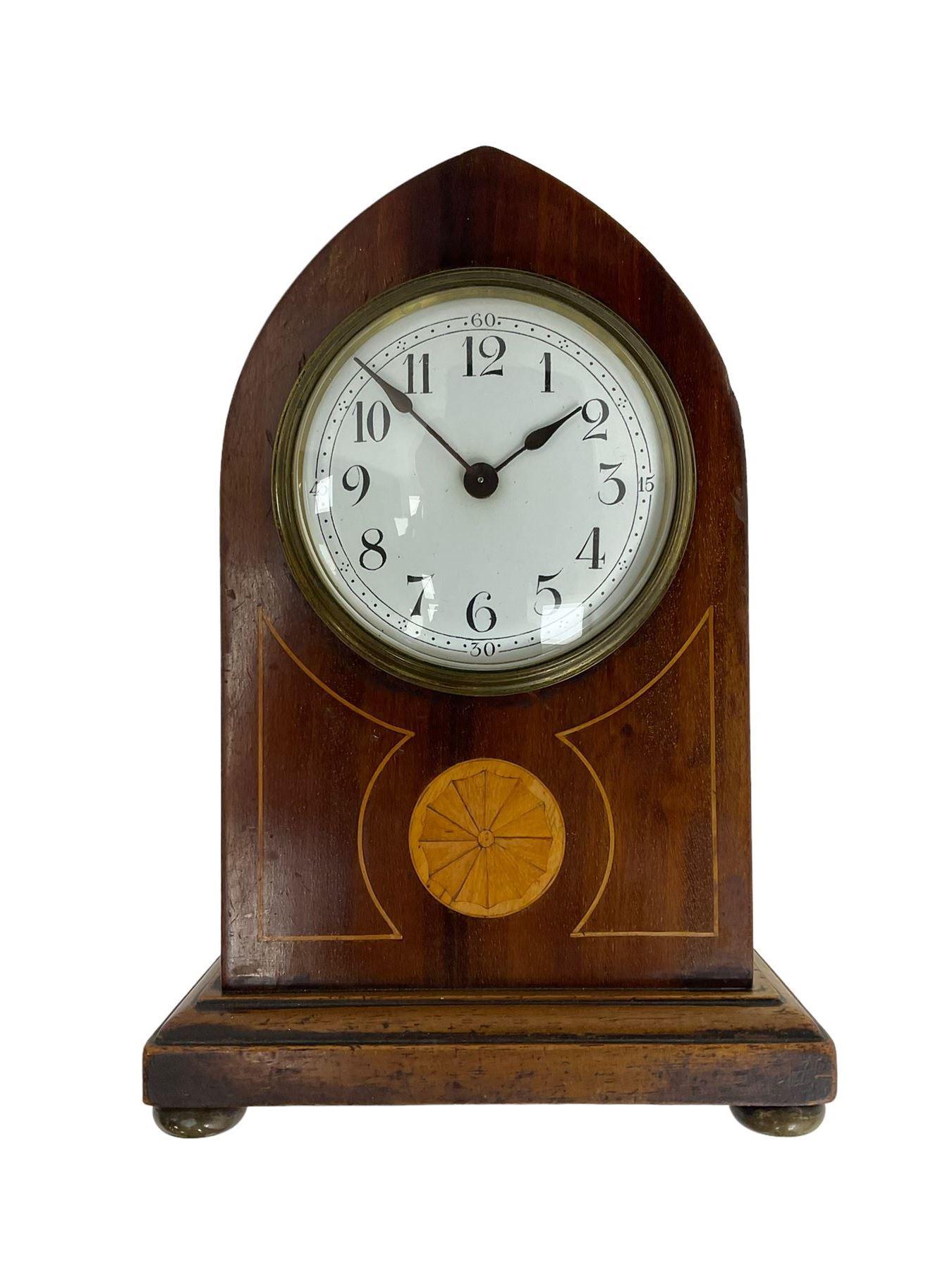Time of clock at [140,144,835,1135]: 1:52
